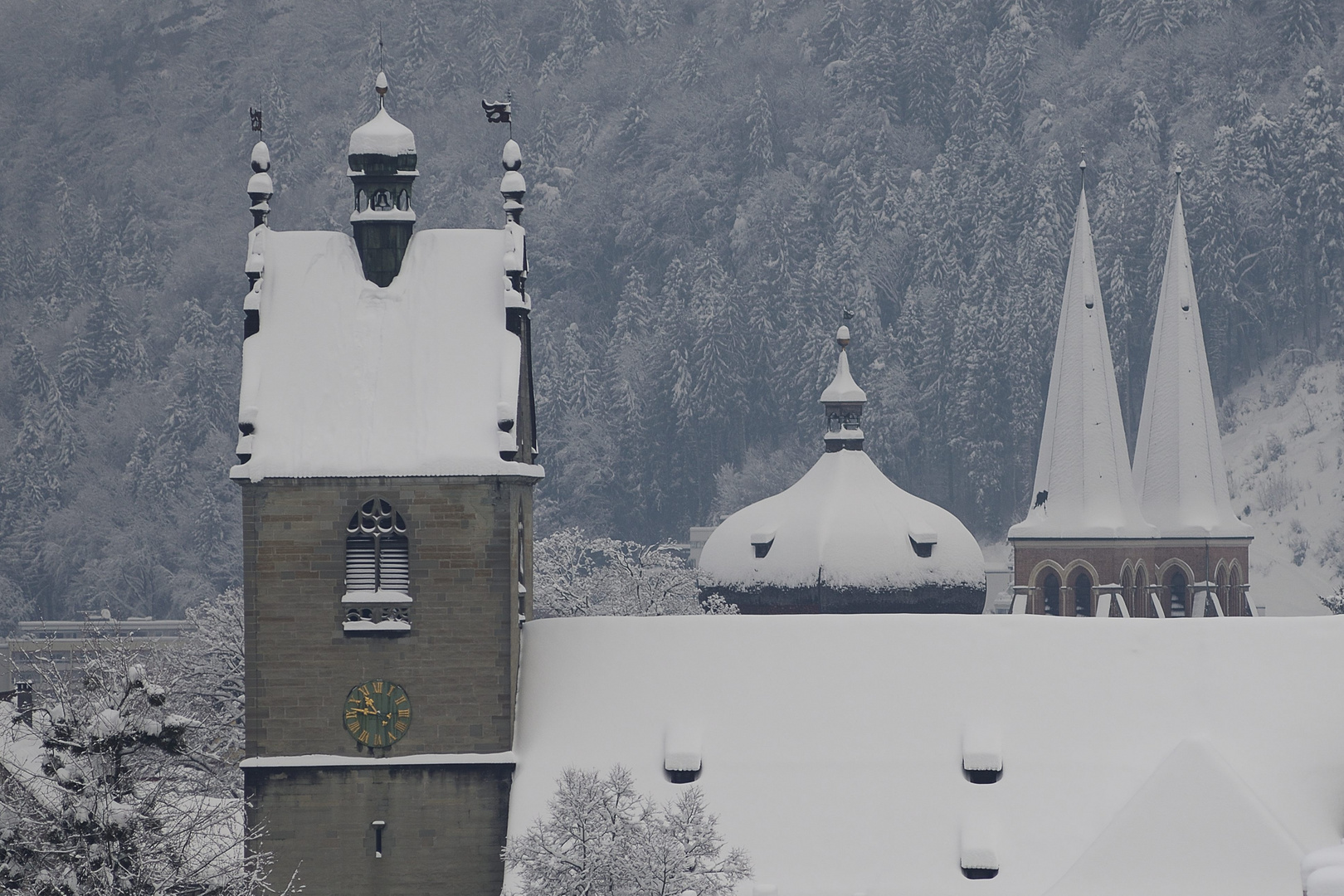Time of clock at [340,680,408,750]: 10:47
